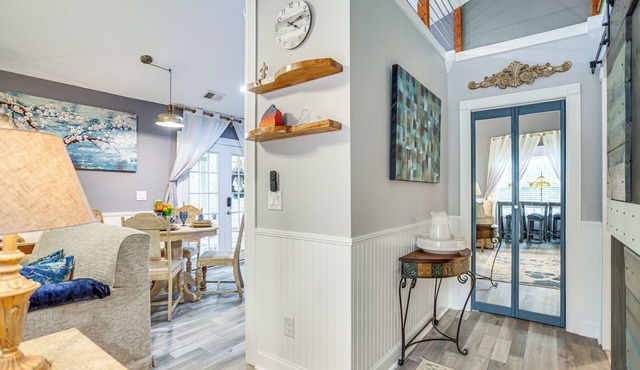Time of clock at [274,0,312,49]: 4:12
